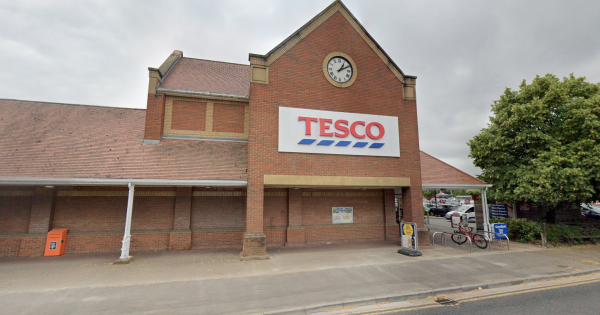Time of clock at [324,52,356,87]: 1:10
